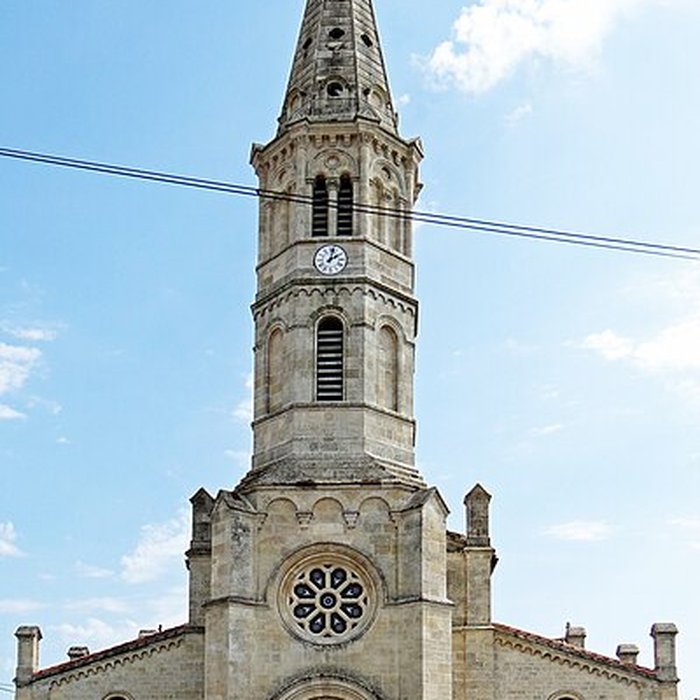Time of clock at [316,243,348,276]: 2:02
